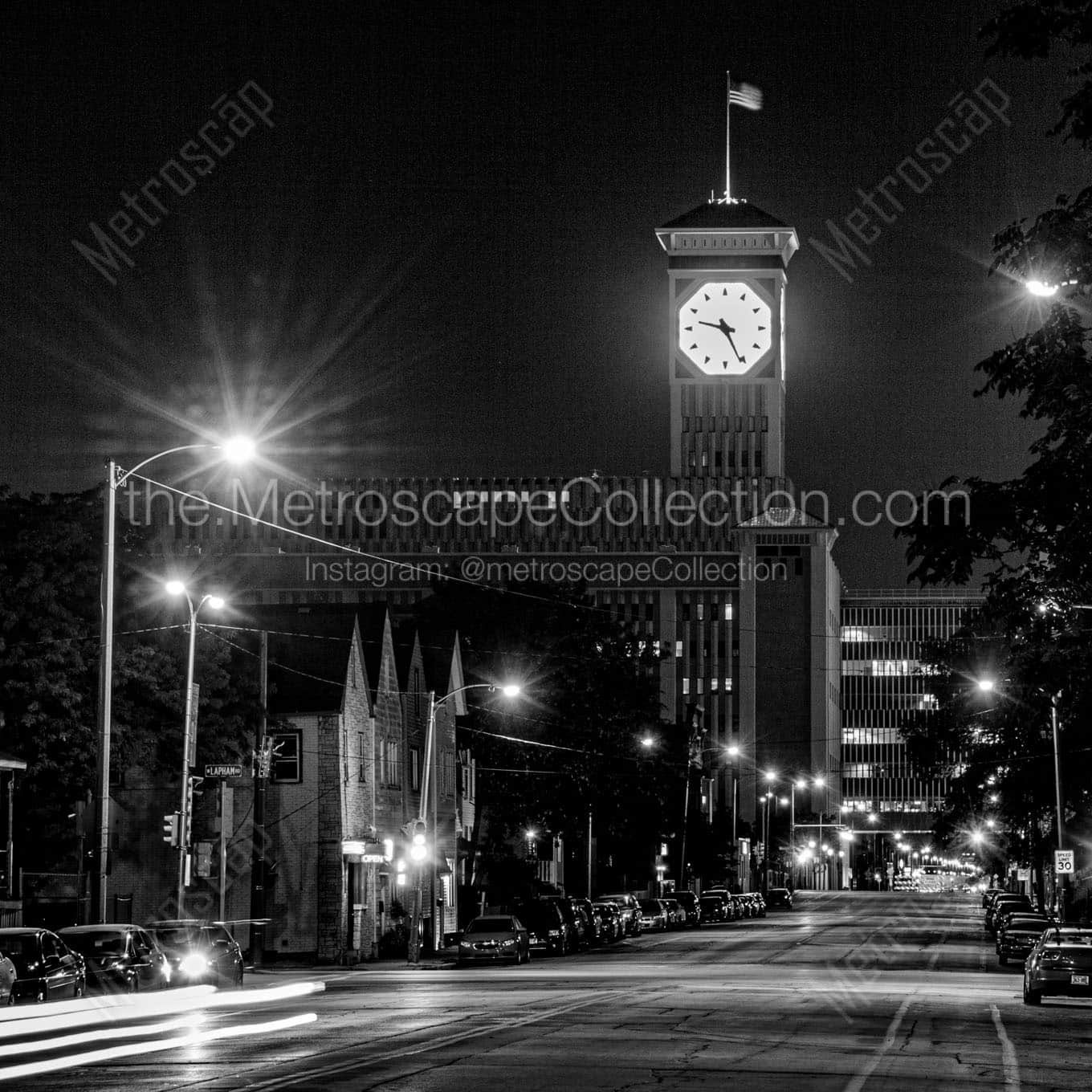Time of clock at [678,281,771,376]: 9:25
